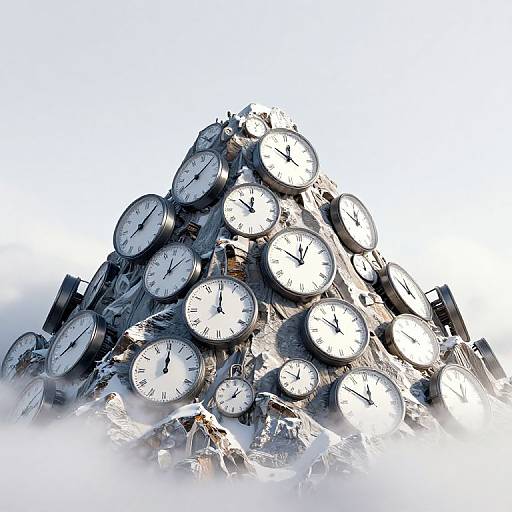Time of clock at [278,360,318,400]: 12:49
